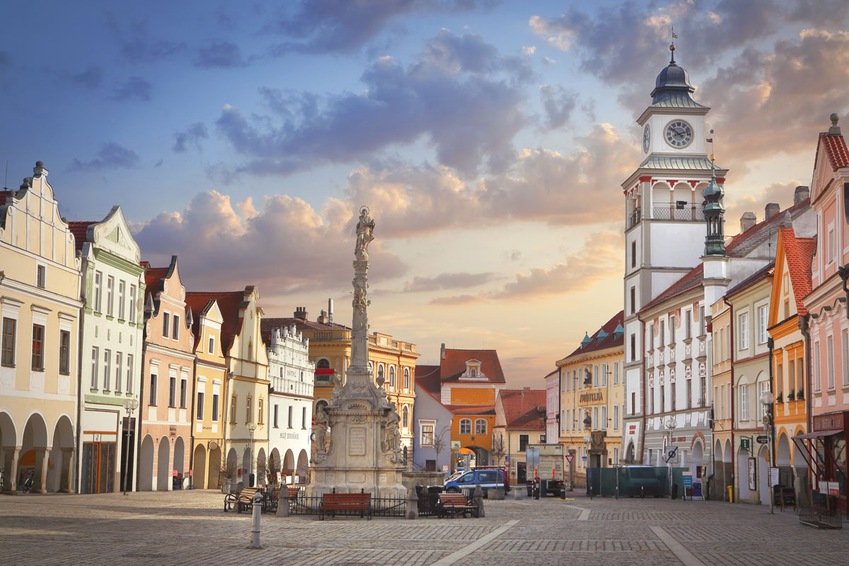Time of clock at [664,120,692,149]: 10:12
